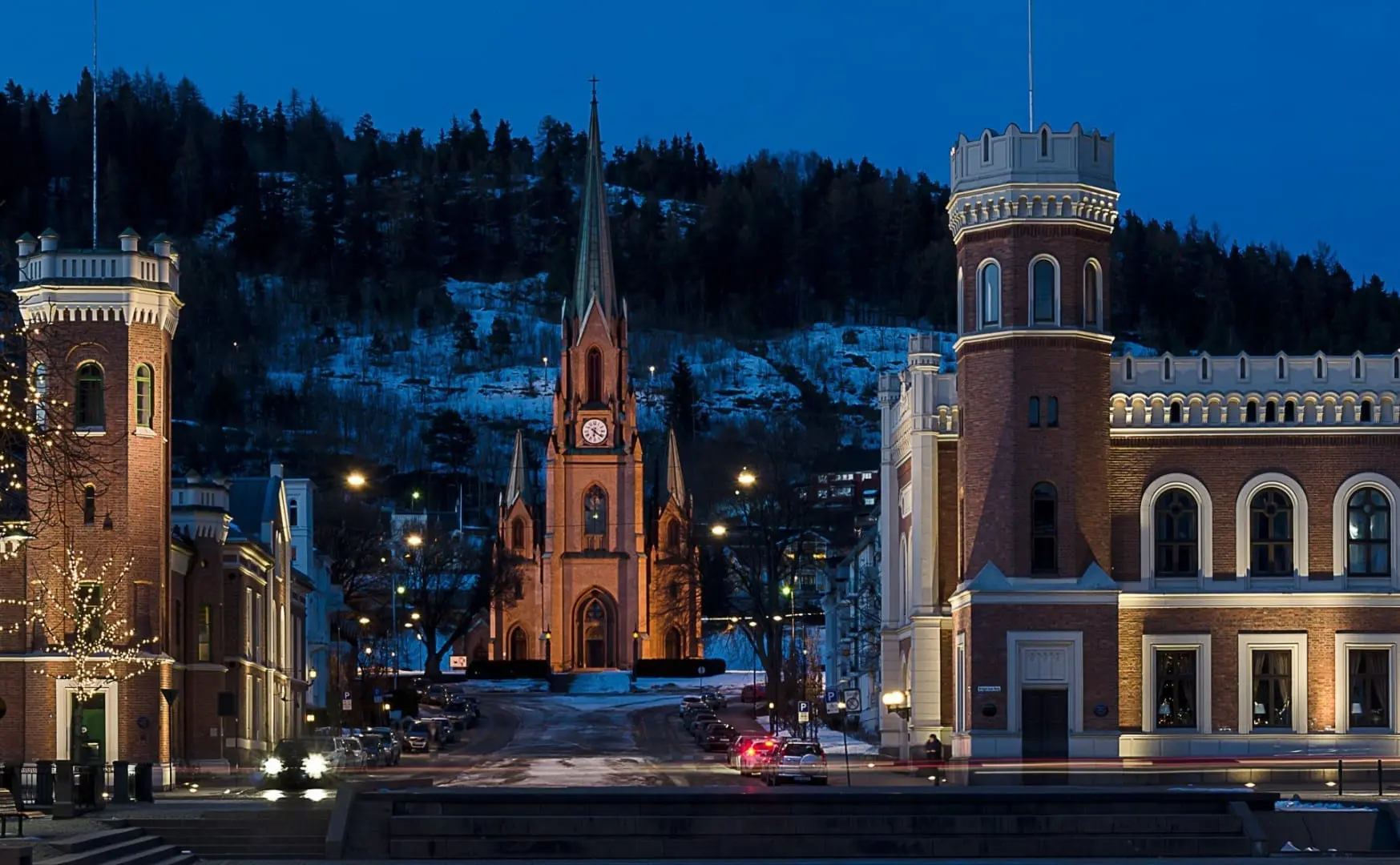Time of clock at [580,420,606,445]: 6:21
